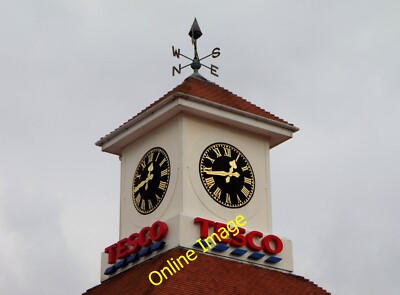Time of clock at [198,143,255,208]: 12:43
